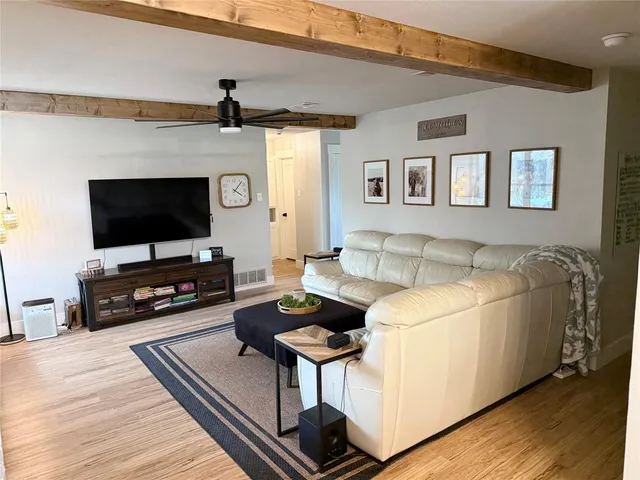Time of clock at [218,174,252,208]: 4:07
